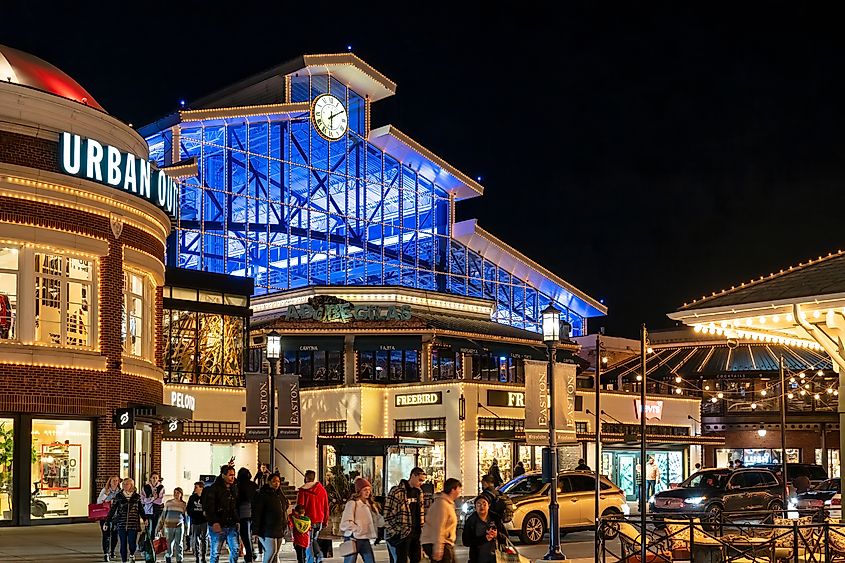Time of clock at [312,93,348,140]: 6:10
